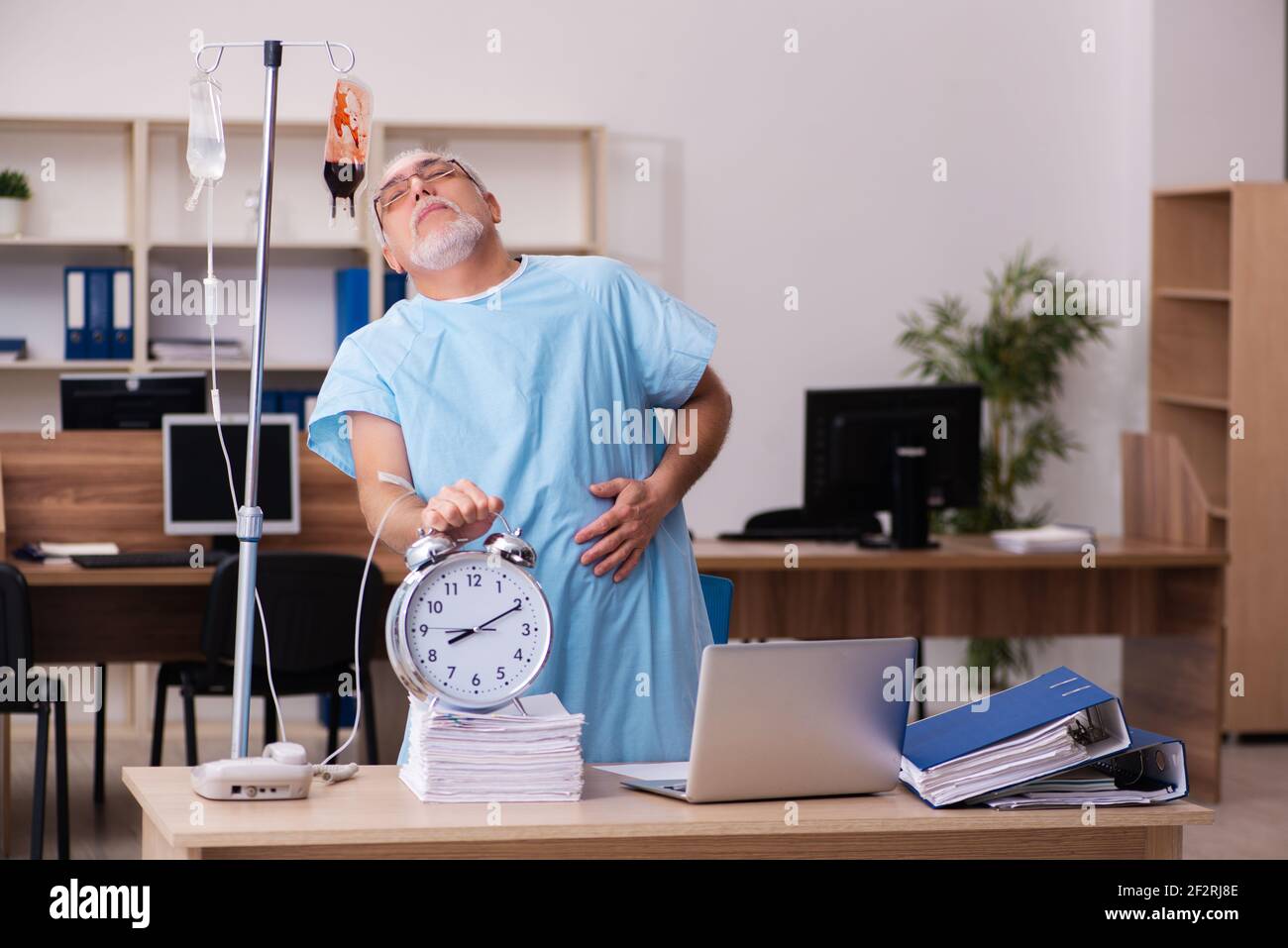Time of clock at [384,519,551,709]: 8:10
